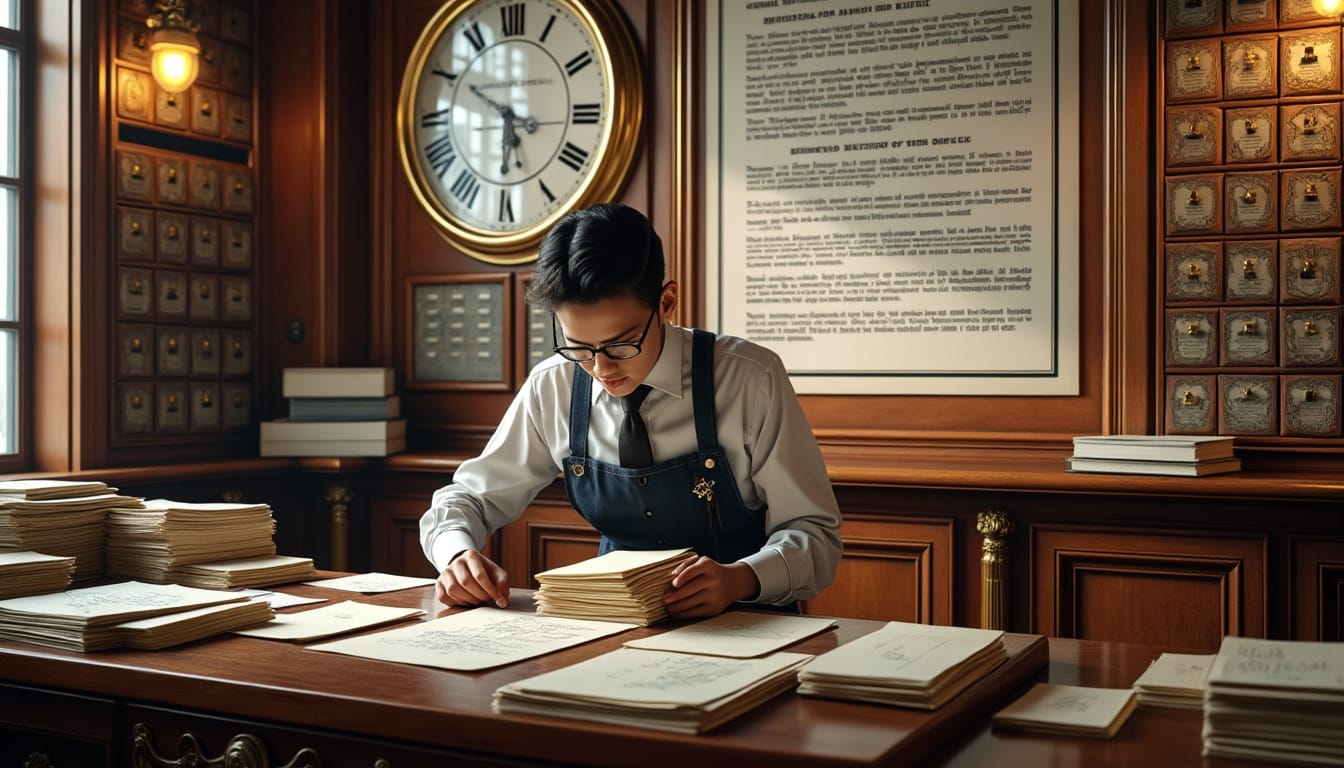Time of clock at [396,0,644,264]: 5:50
